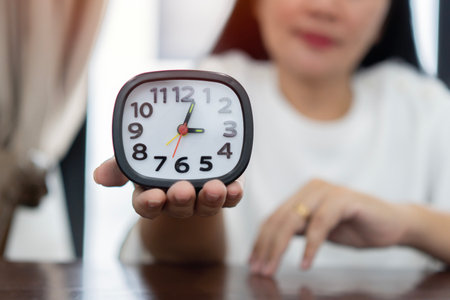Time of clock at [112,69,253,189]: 3:03
